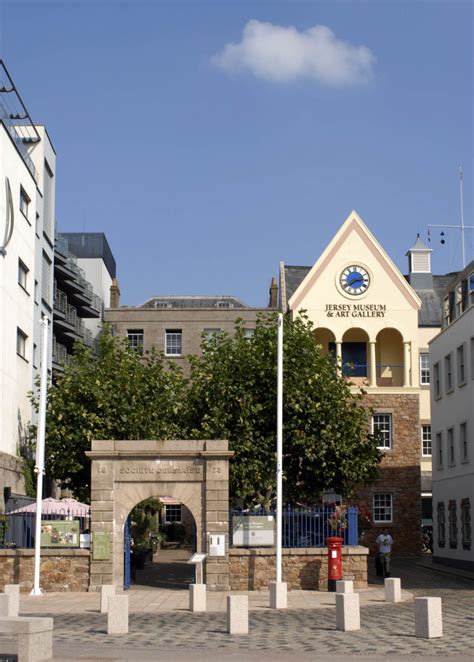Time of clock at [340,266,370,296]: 2:39
